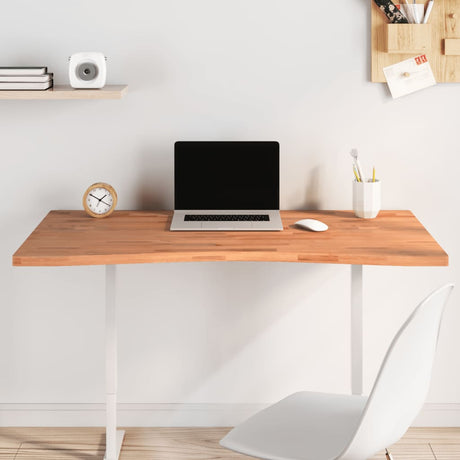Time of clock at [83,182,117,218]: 1:49
